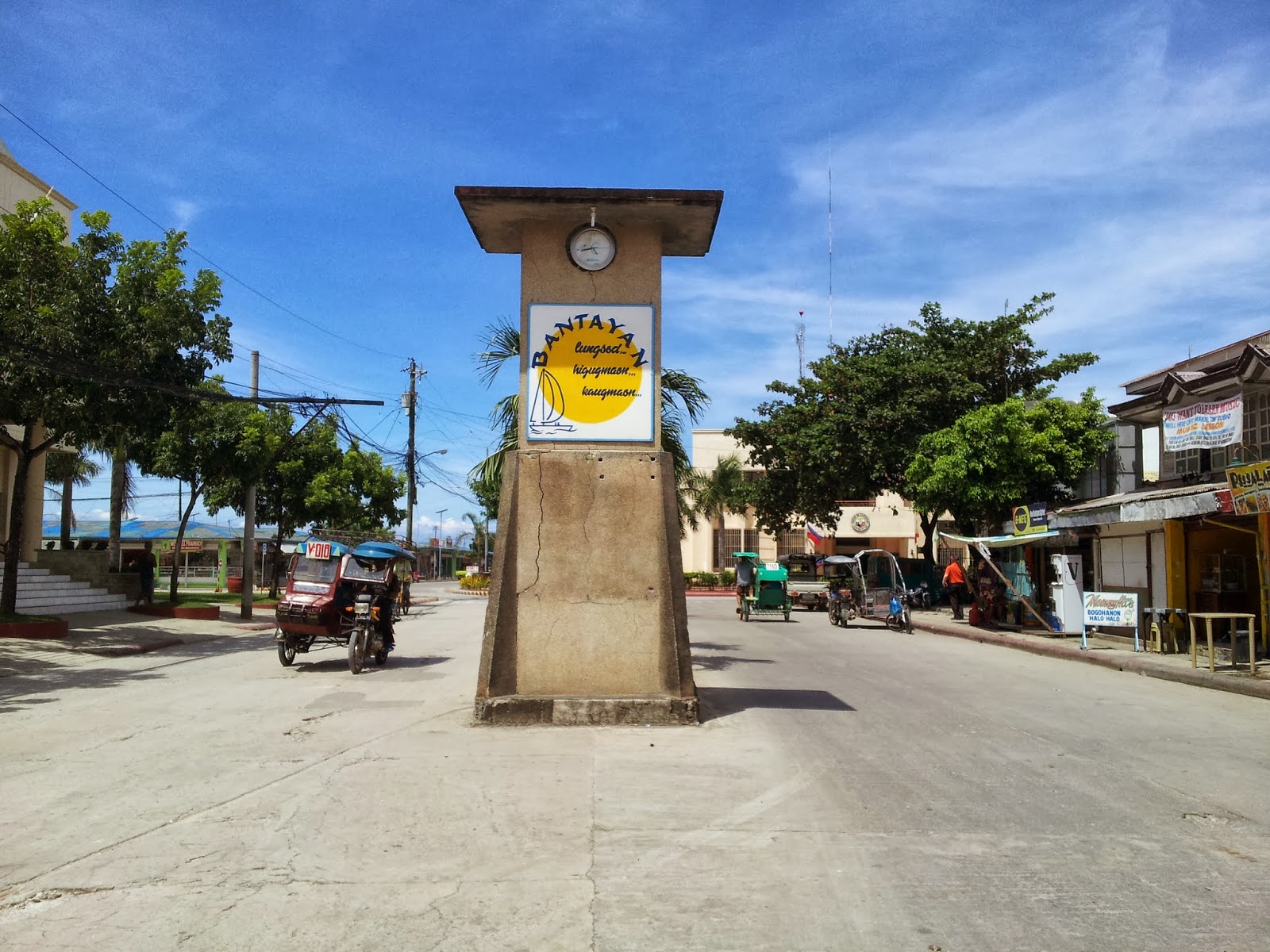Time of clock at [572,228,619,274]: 4:43
